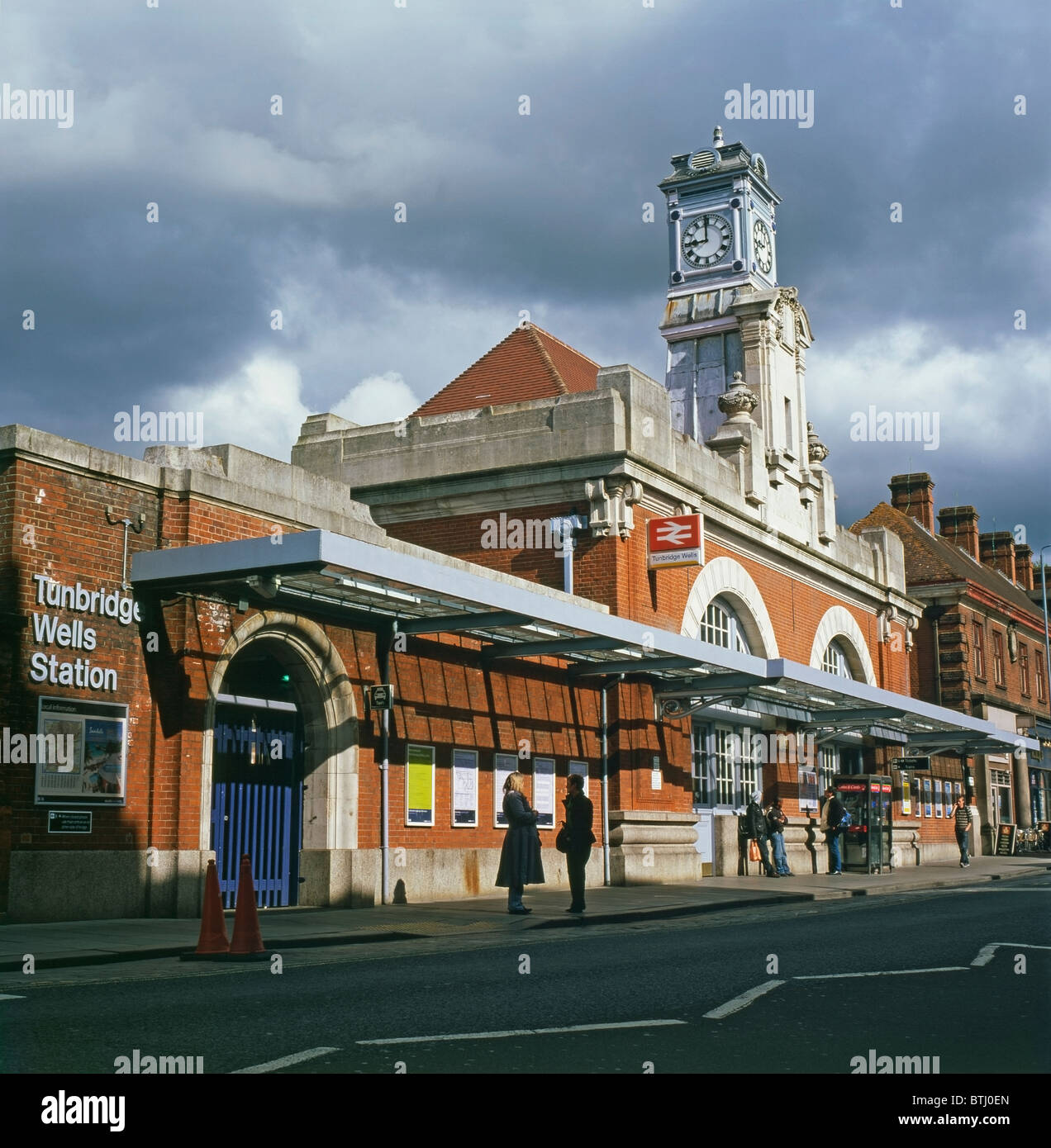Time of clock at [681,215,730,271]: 8:59
